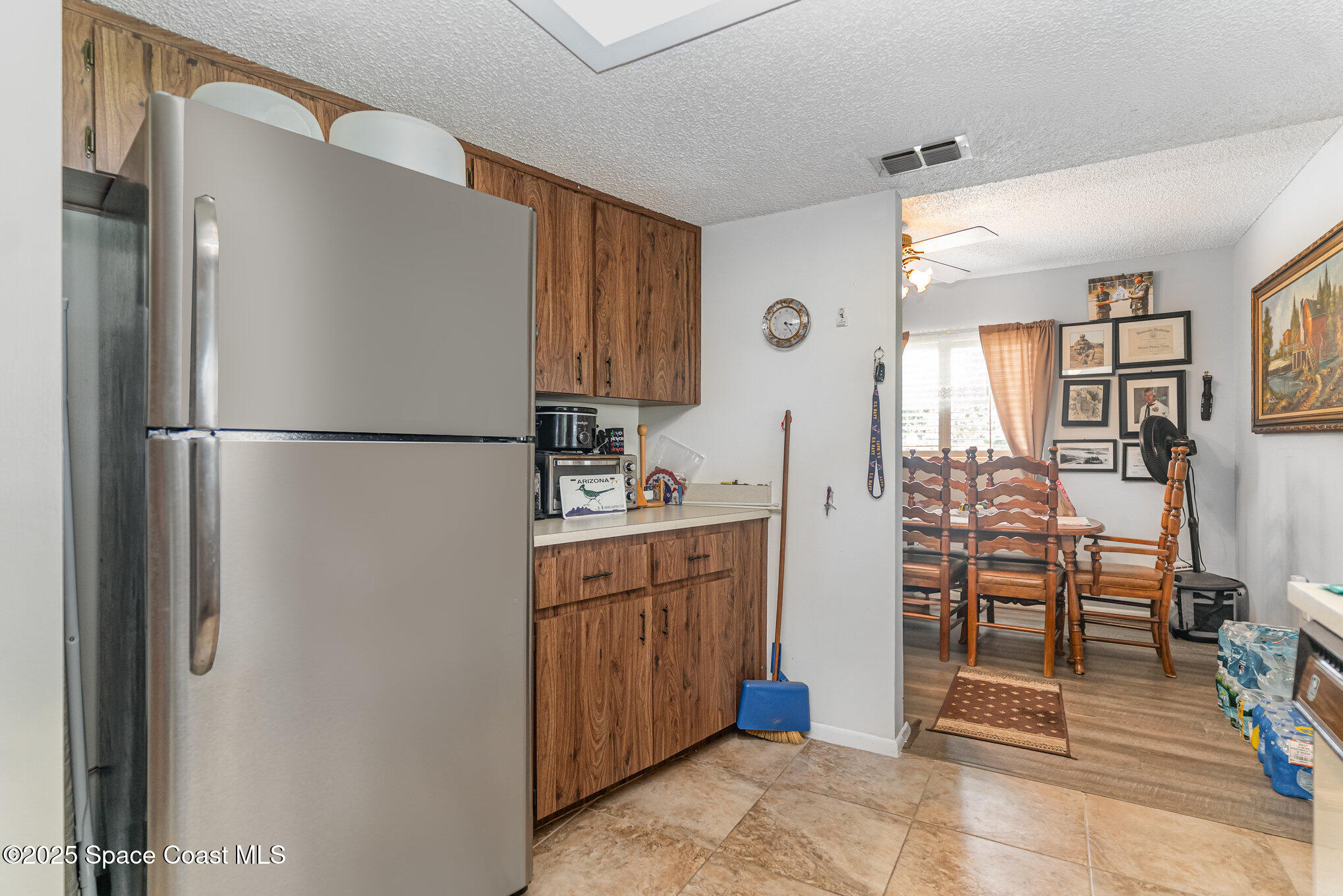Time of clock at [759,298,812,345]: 3:23
